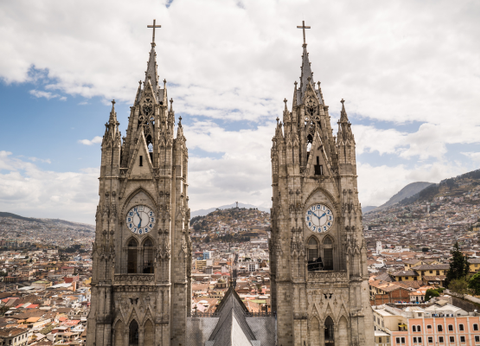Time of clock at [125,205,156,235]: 6:55
